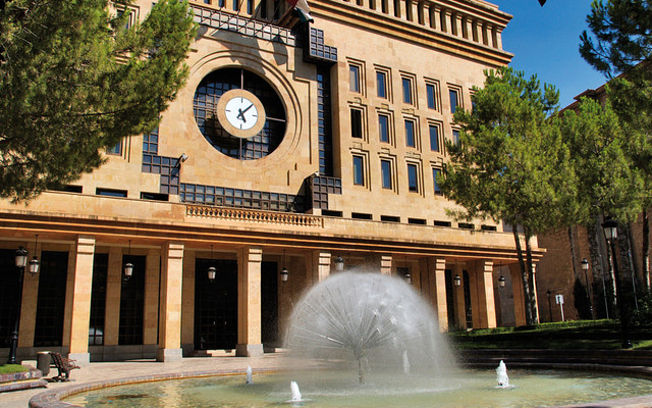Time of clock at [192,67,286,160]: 5:08
